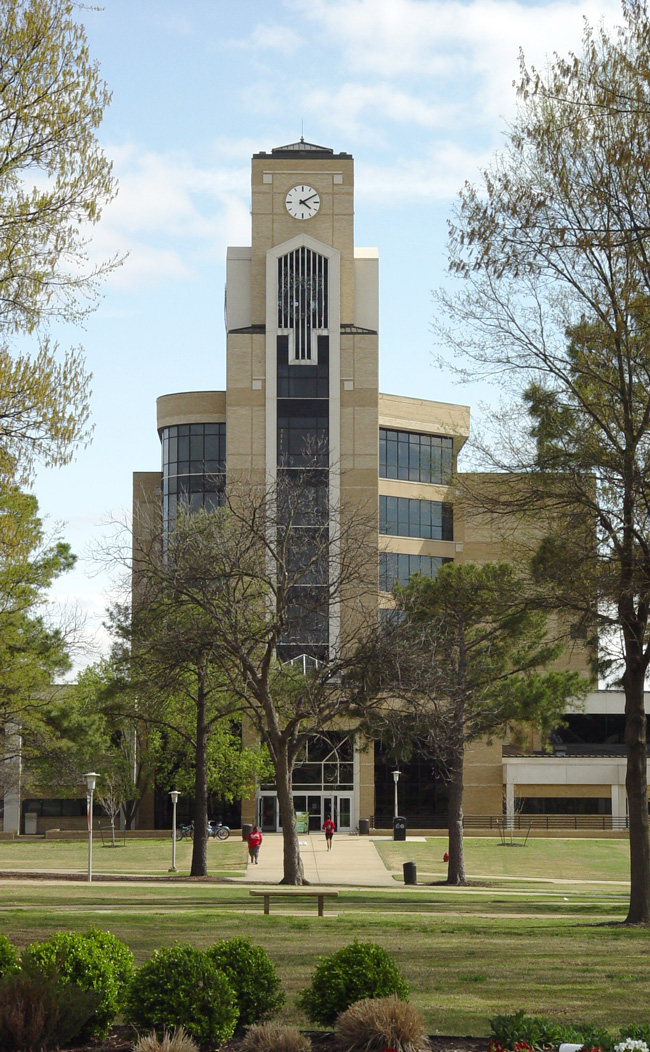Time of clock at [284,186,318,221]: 4:09
